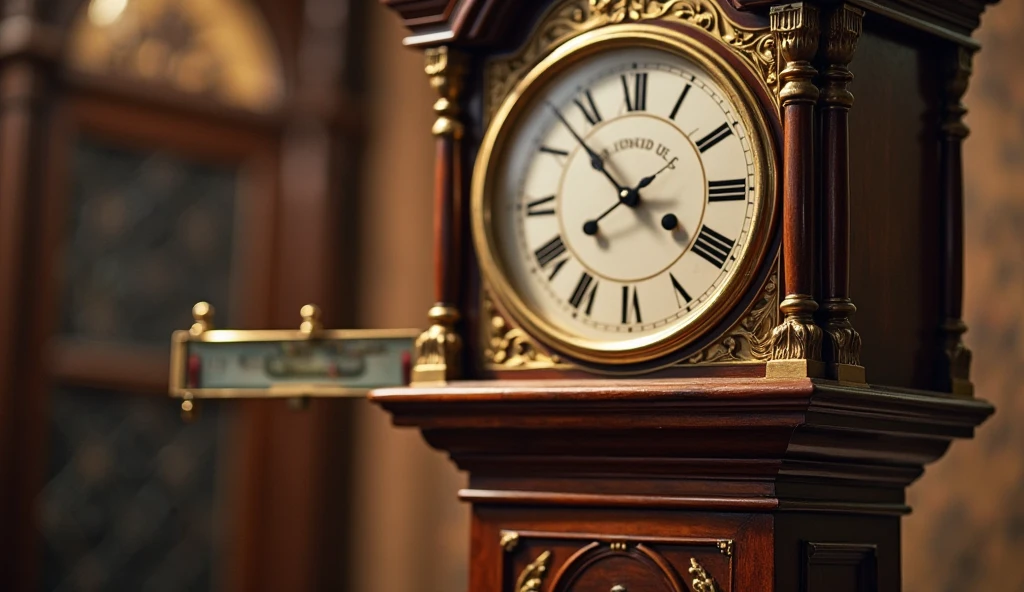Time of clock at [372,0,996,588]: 3:52
